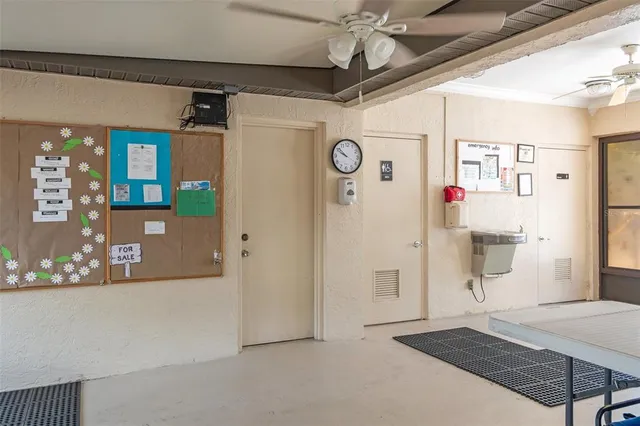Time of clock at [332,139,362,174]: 9:51
